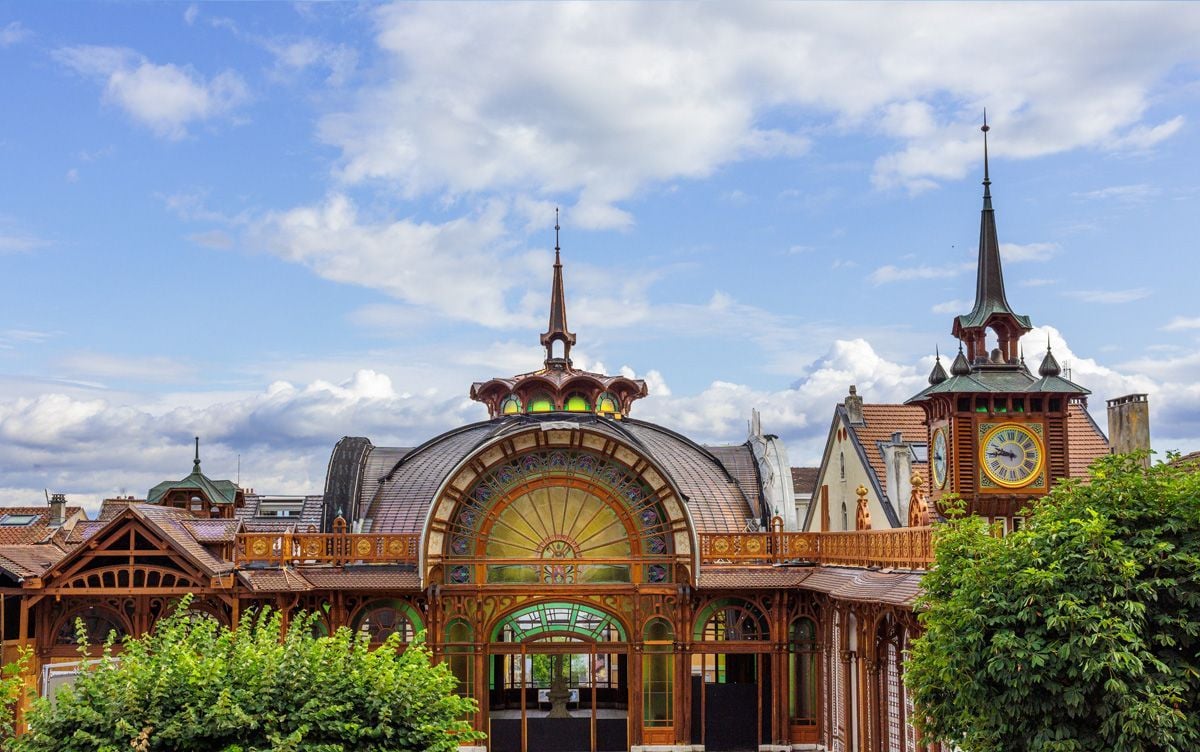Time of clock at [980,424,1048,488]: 9:45
